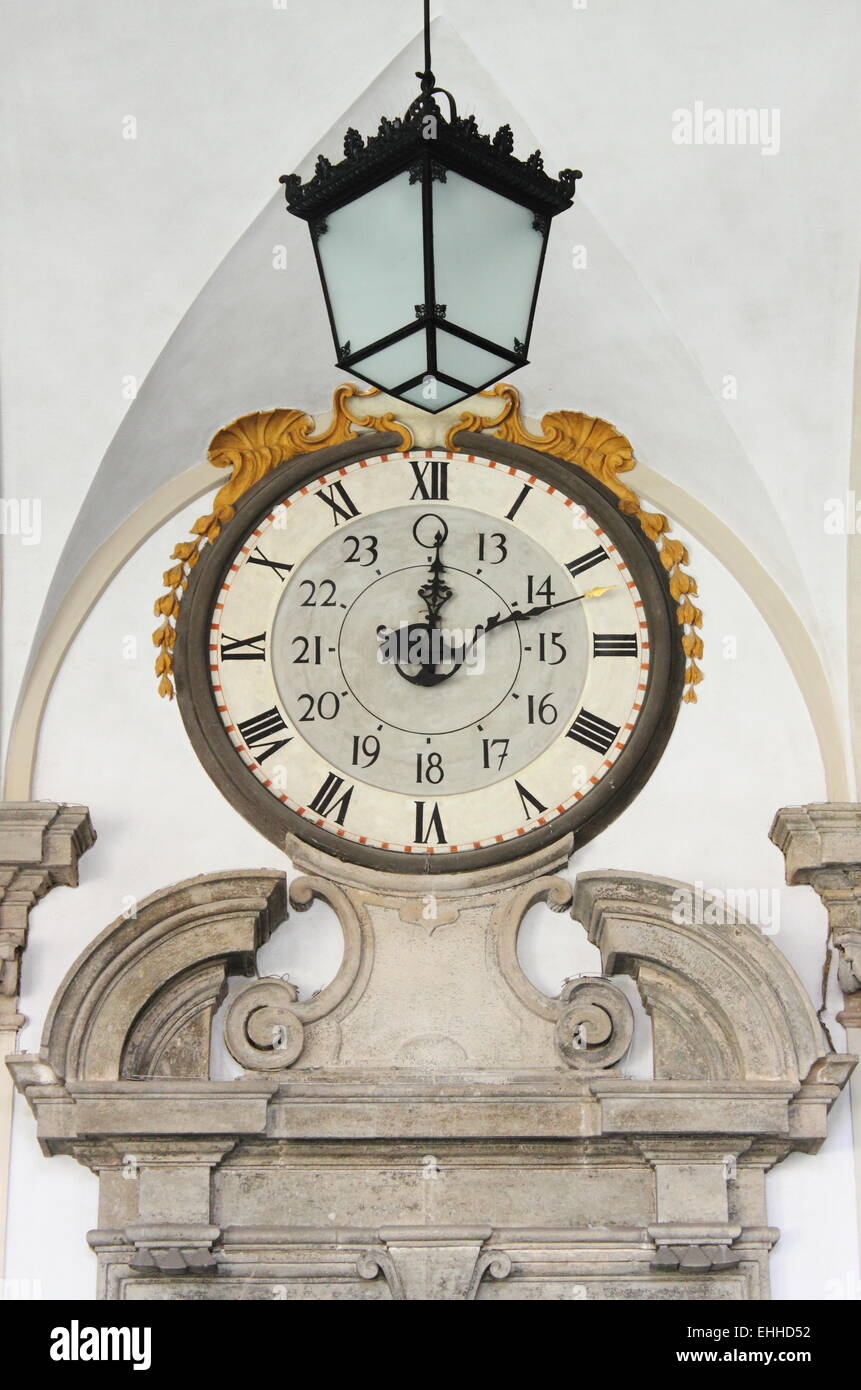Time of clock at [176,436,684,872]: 12:11
